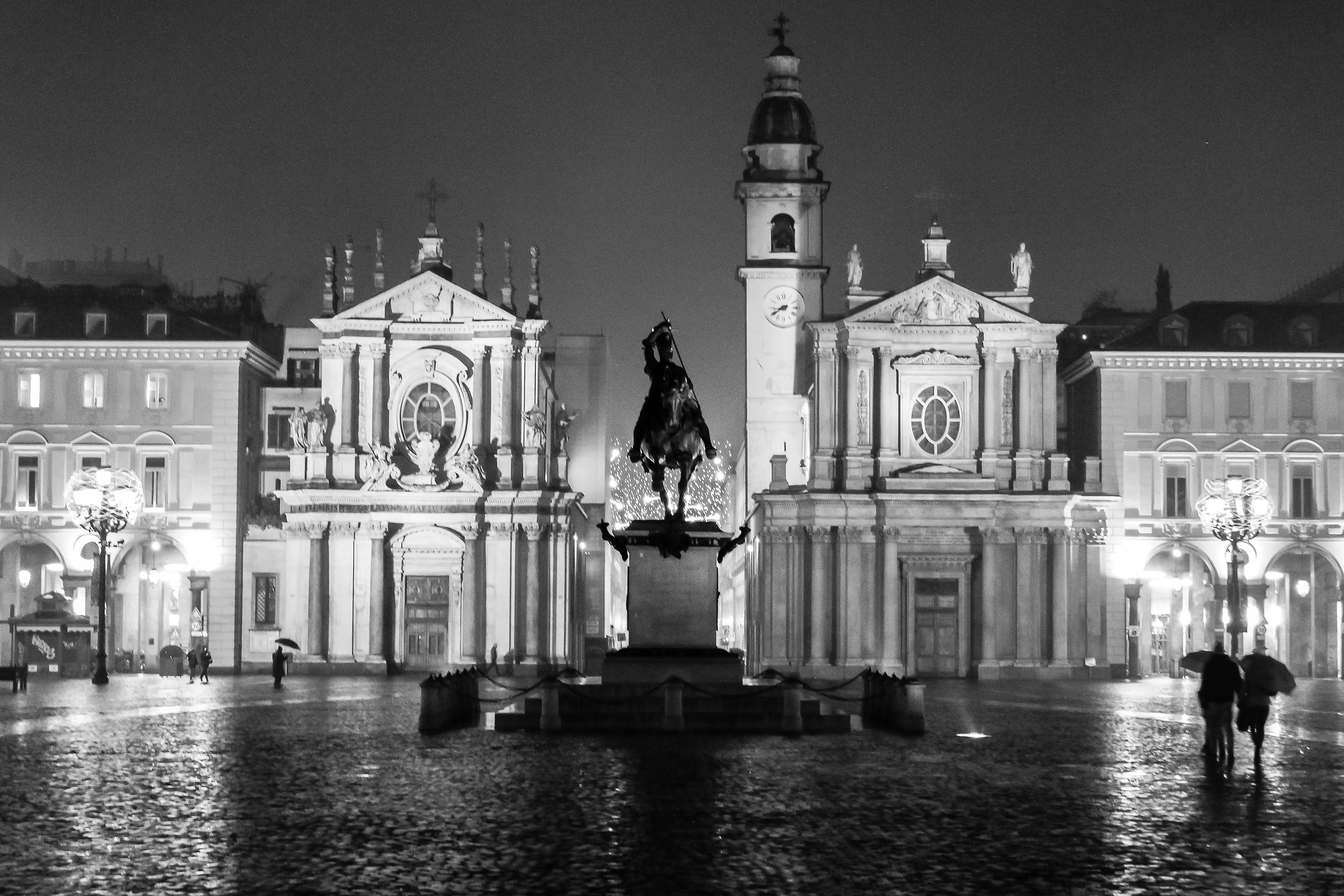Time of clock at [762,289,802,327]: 8:39
